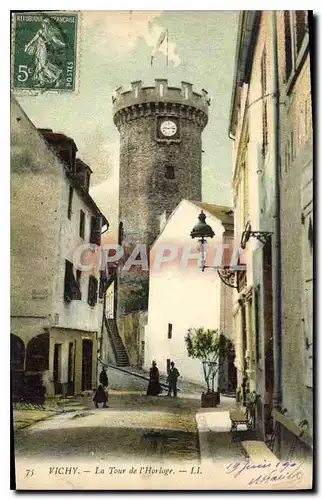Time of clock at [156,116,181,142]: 9:14
